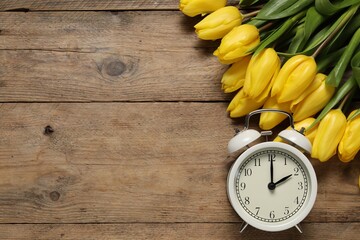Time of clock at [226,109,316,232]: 2:00
